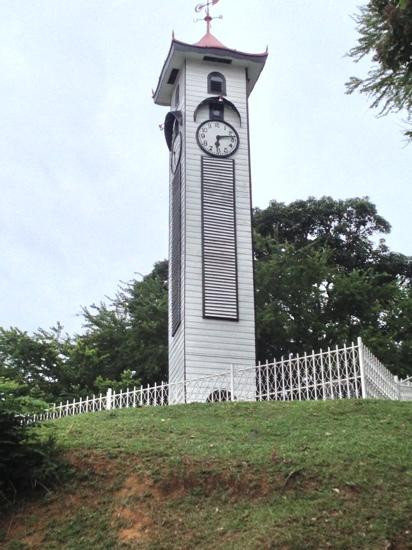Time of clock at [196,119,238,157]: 6:13
